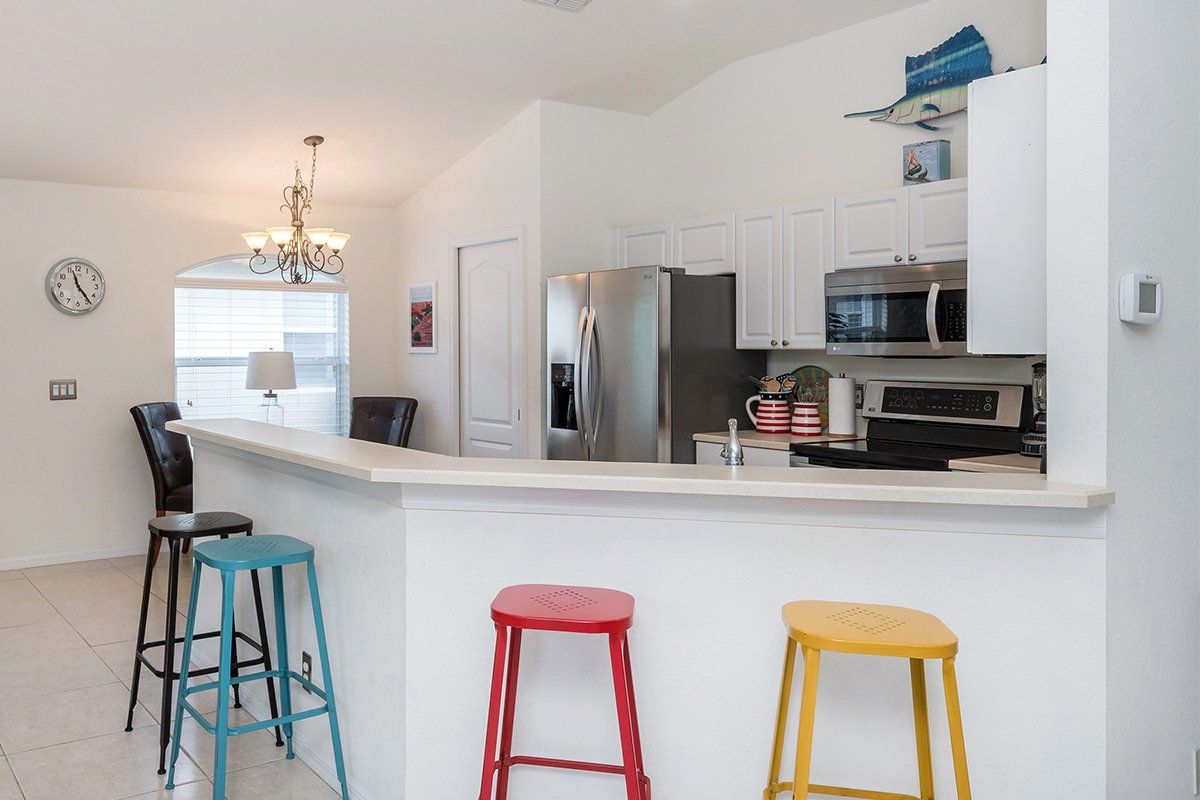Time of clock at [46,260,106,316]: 11:23
